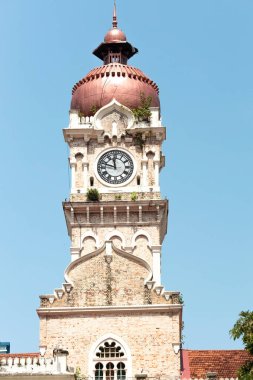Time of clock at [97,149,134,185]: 11:47
